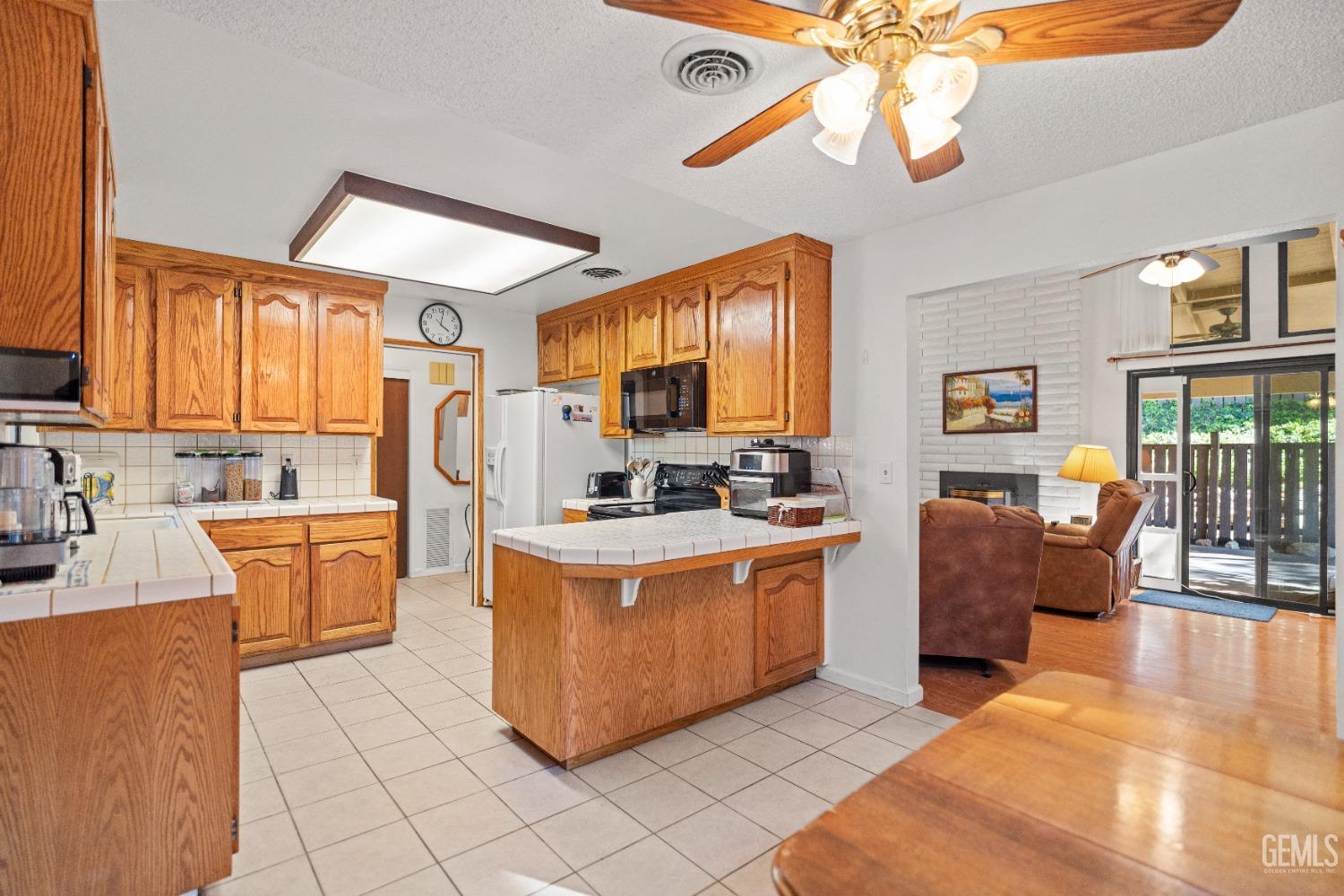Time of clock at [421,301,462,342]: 4:02
